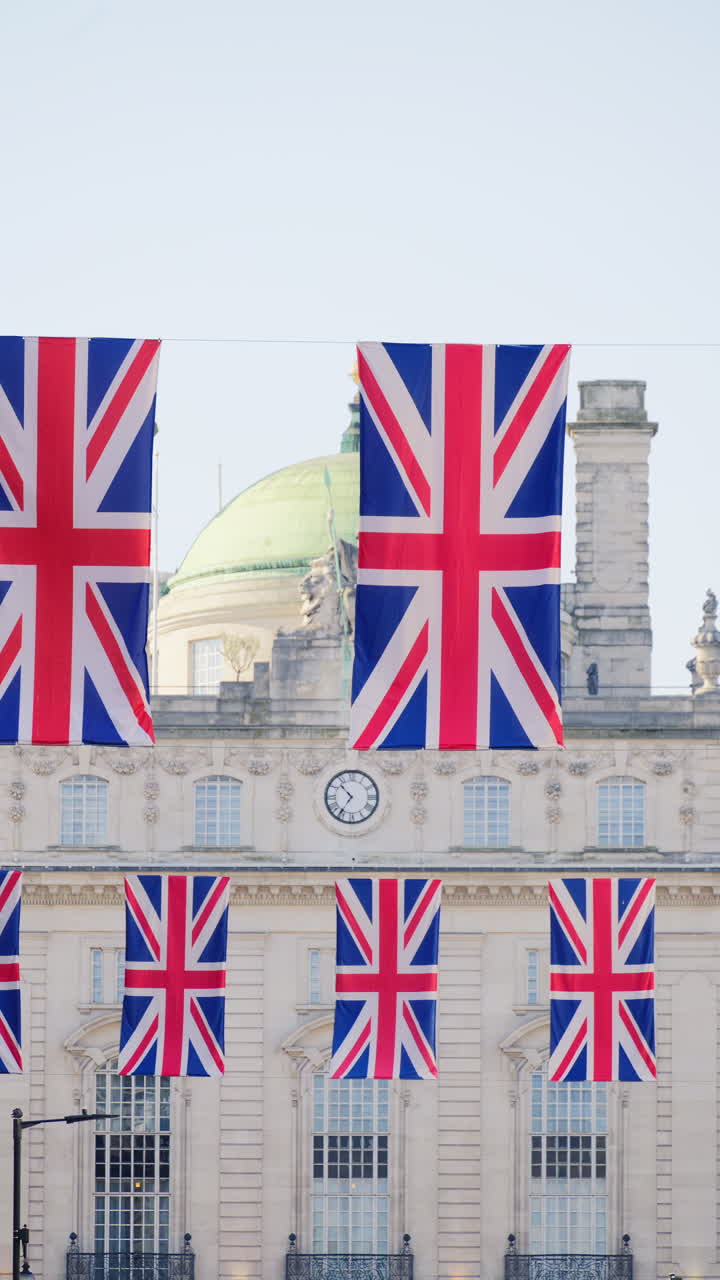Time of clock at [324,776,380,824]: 10:35
